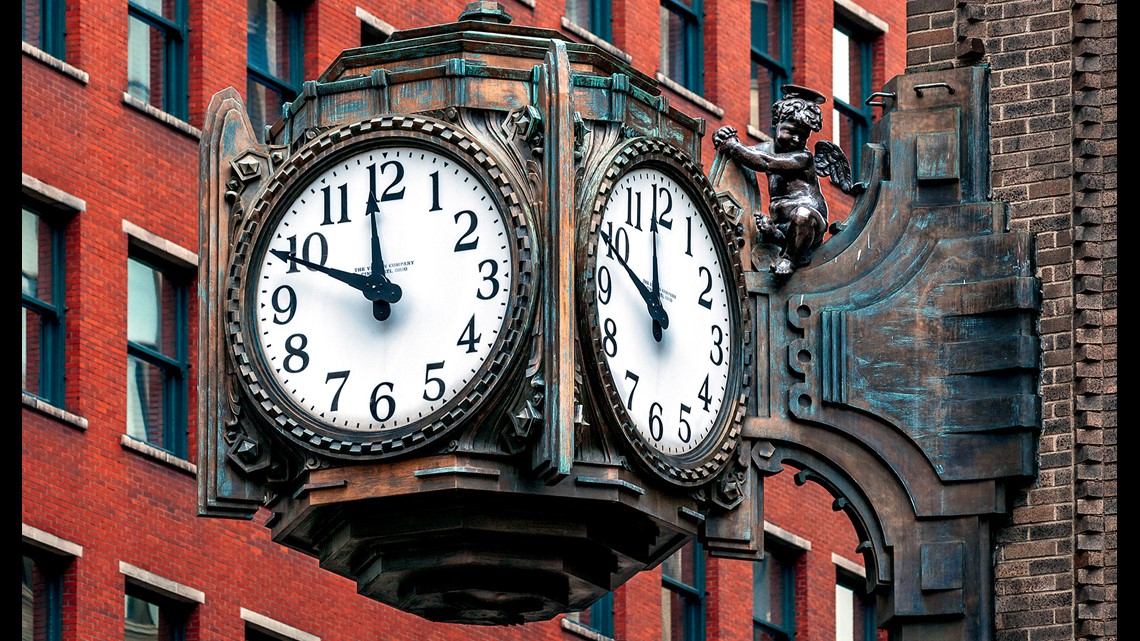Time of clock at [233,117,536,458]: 11:49
